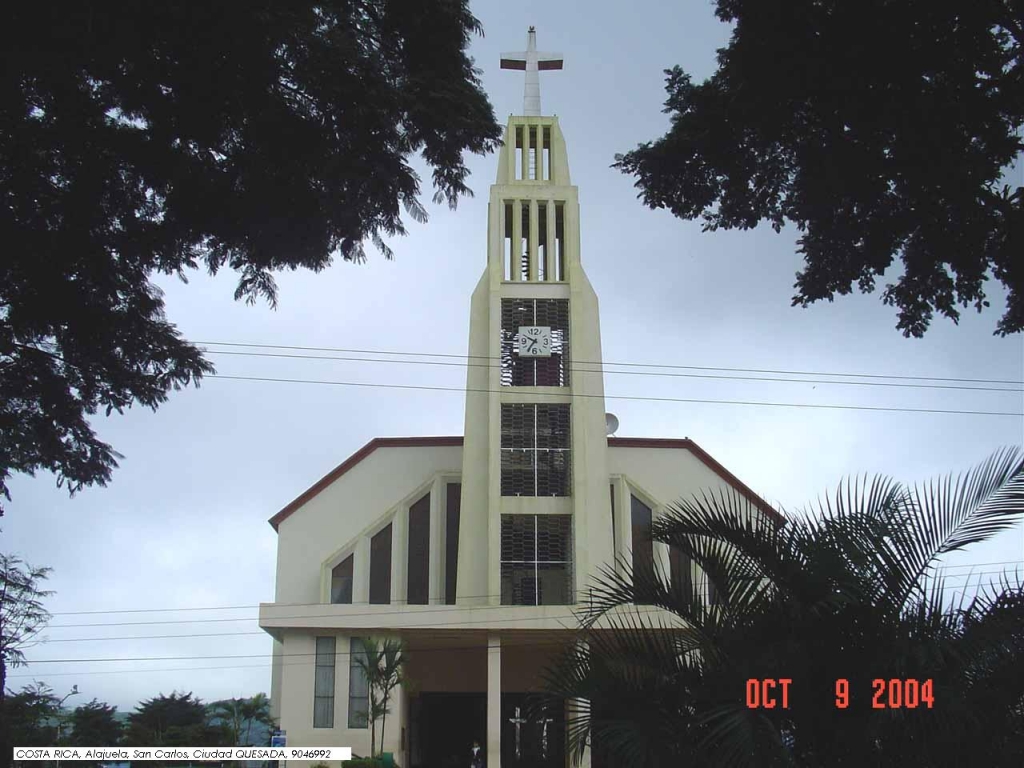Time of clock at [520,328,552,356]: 9:35
